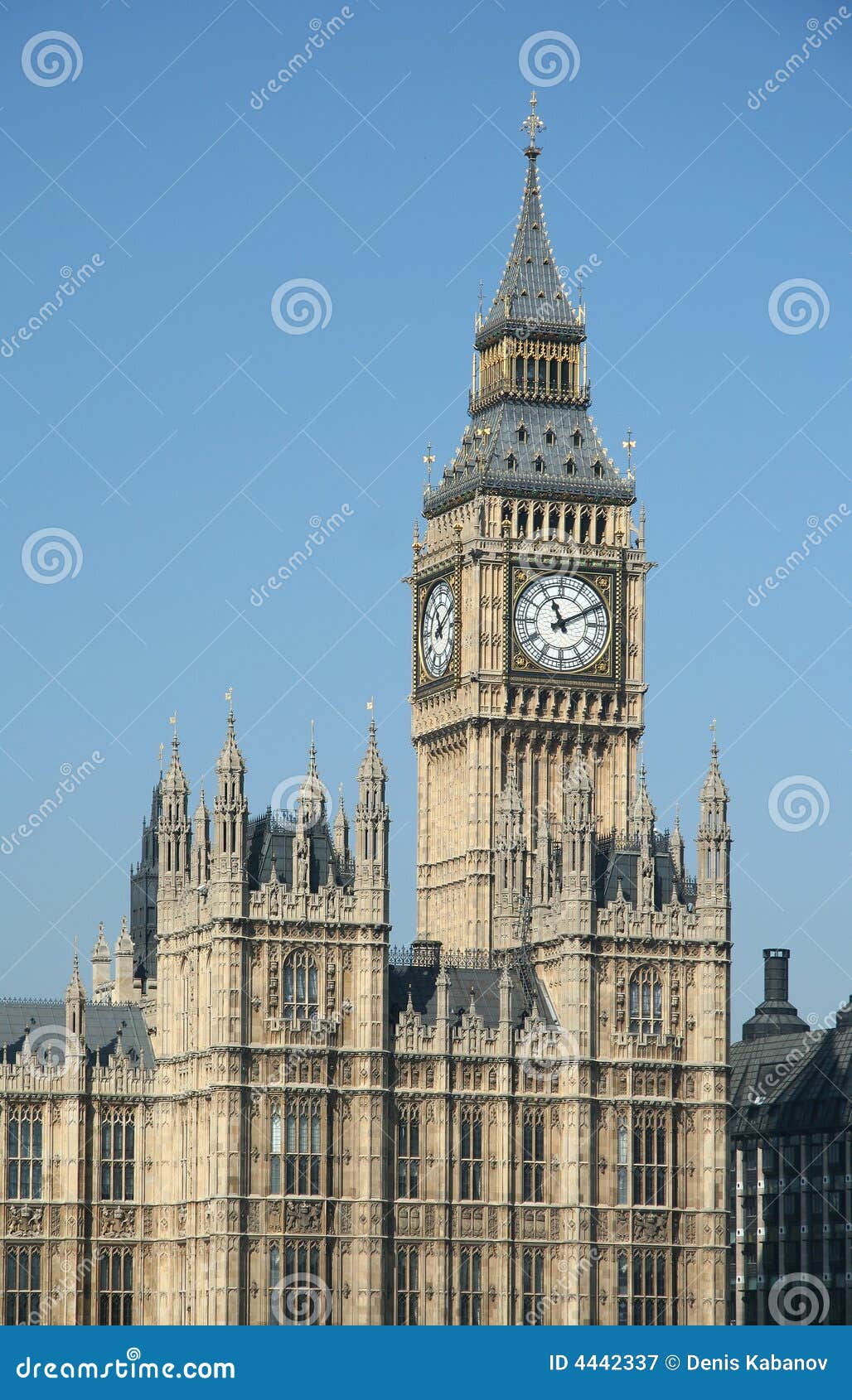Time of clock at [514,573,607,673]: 11:10
